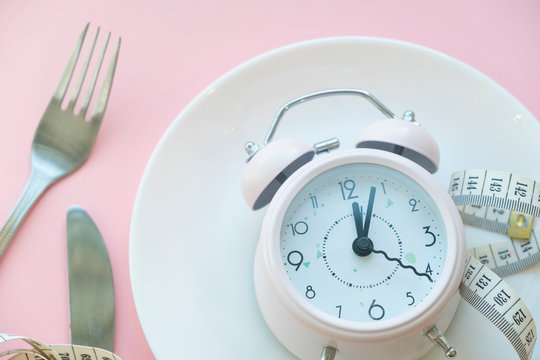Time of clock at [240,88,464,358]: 12:03
